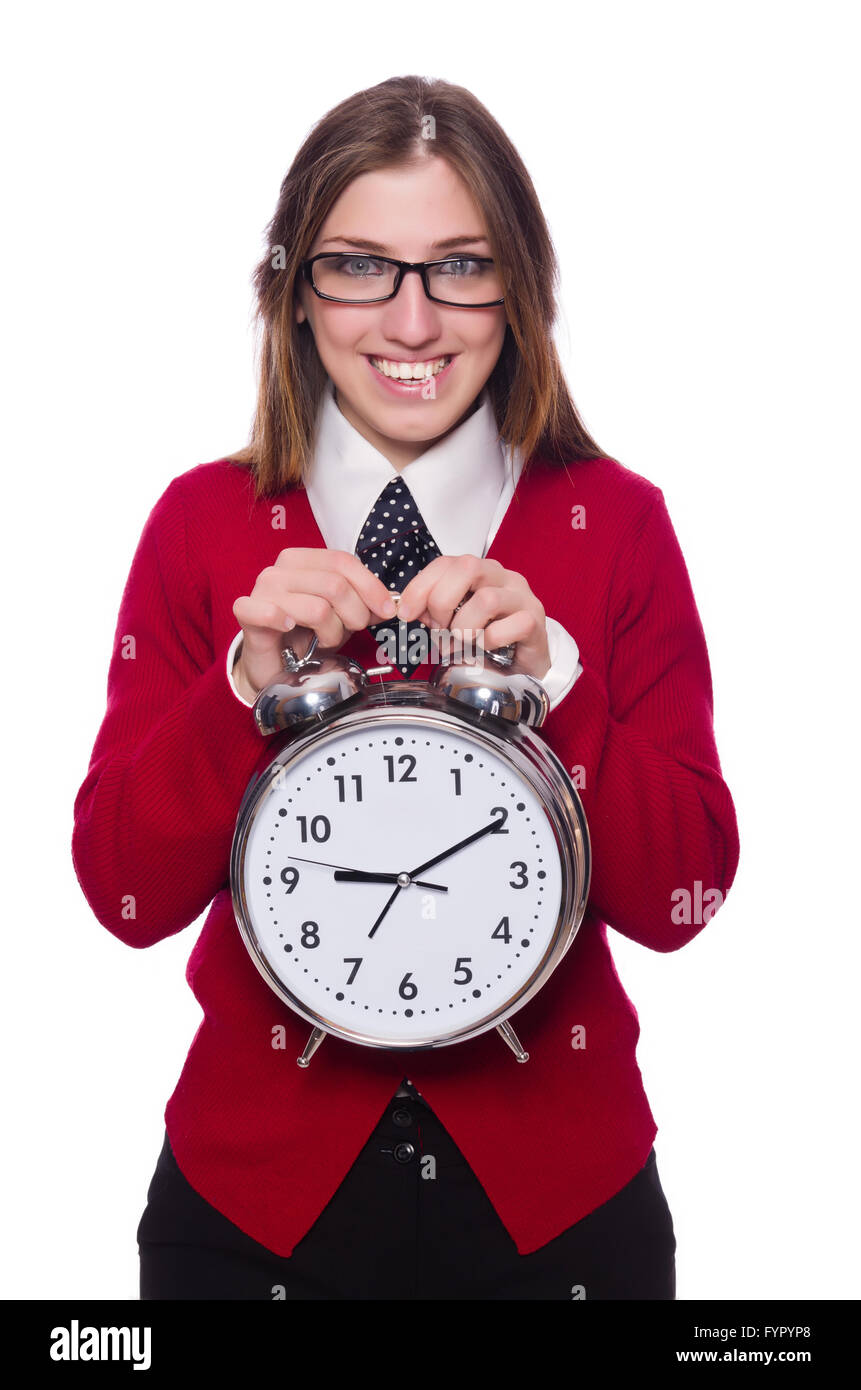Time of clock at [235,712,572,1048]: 9:10
